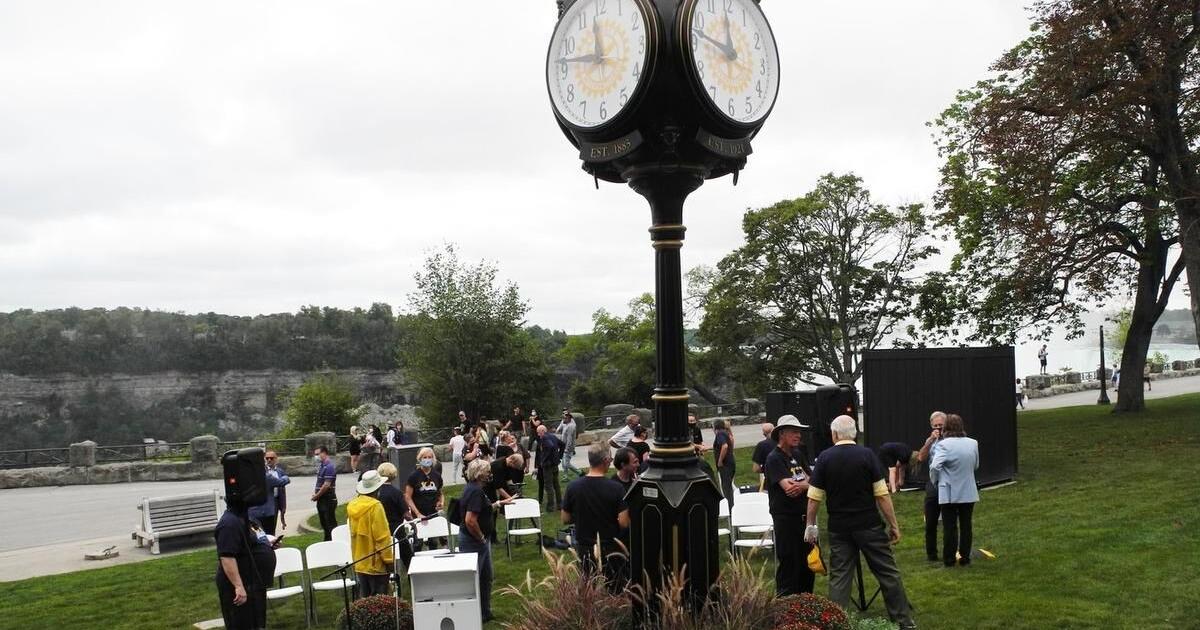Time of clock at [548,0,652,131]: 11:46
